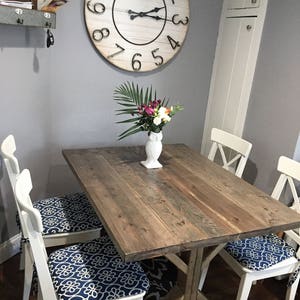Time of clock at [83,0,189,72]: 2:15
